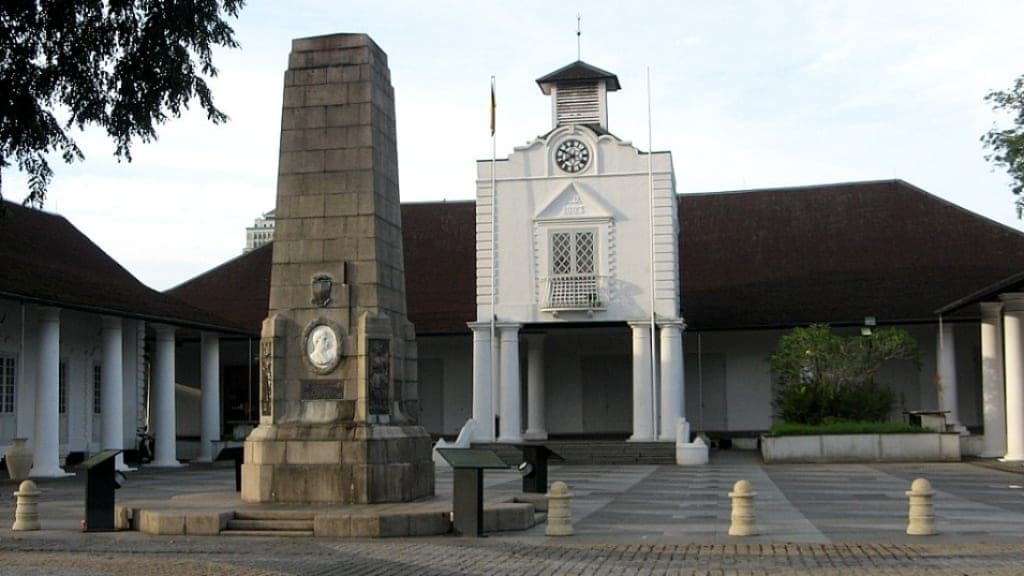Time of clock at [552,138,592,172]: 7:49
